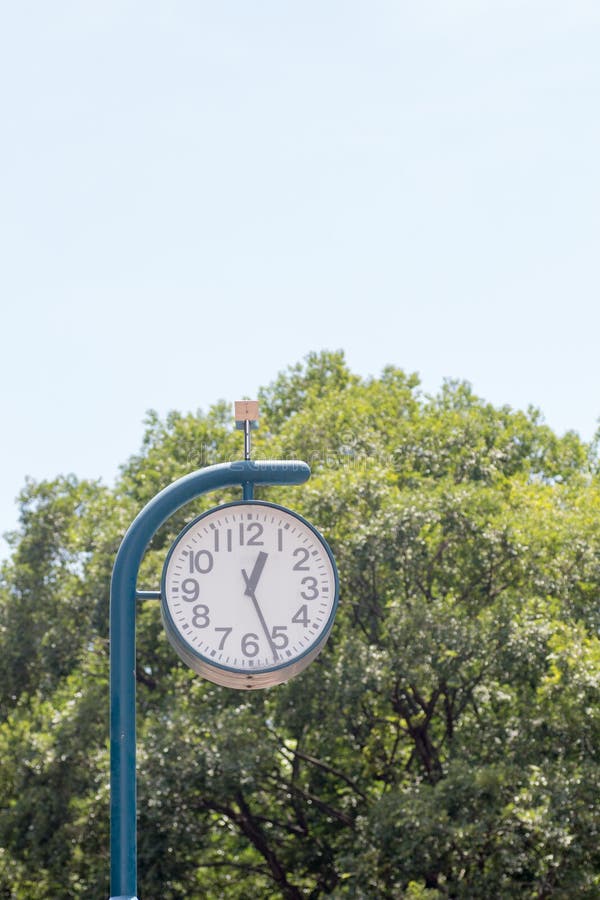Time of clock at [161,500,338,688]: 12:26
